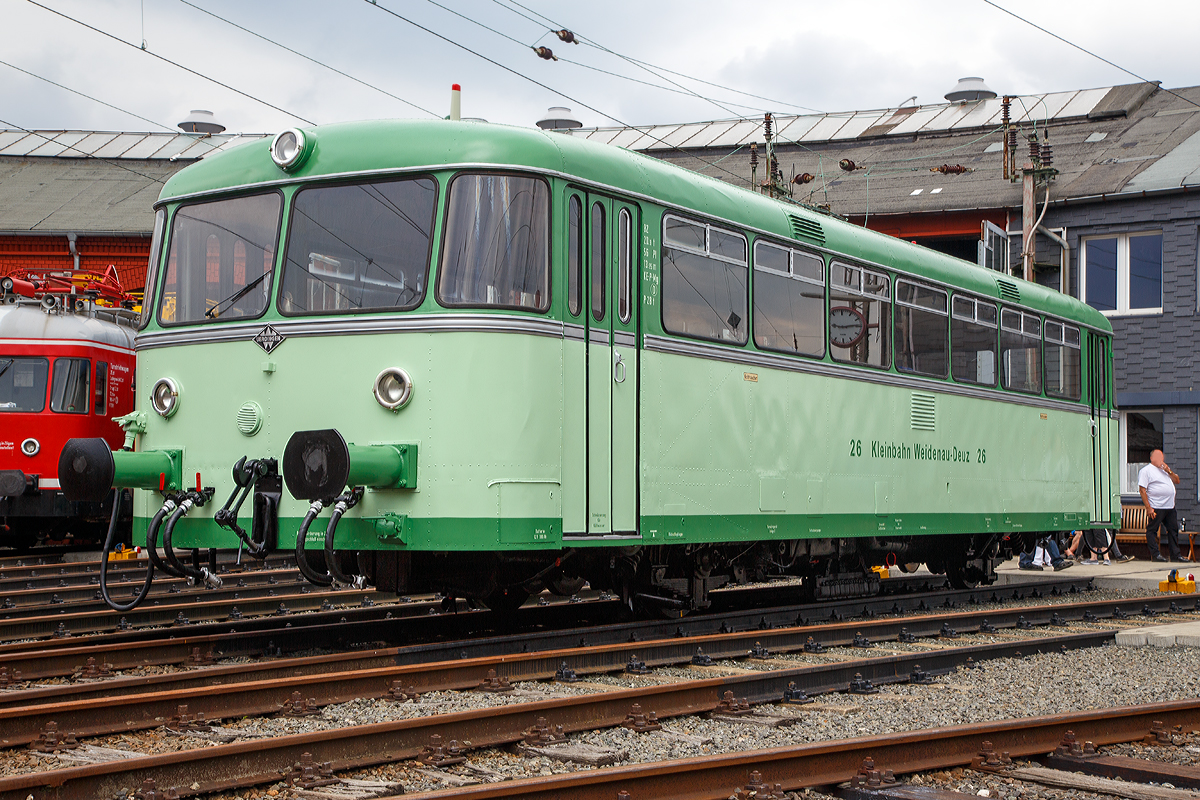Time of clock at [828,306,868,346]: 9:13
